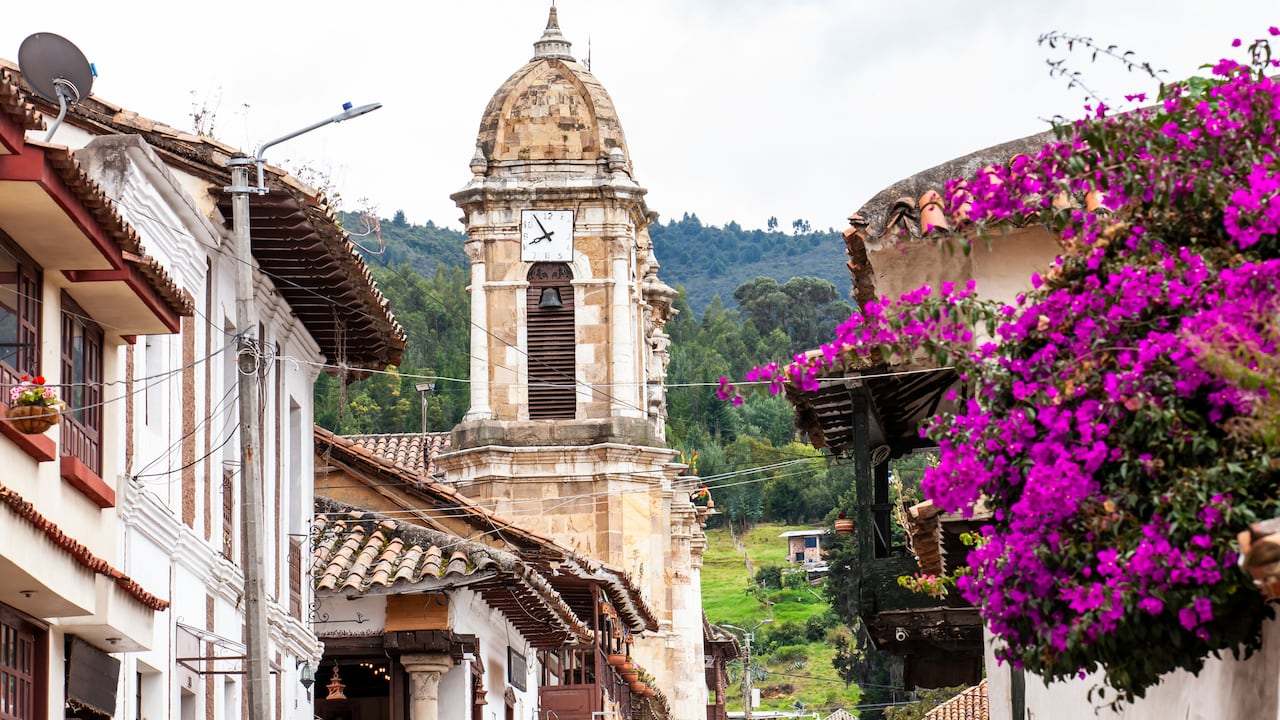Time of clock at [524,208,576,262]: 7:54
